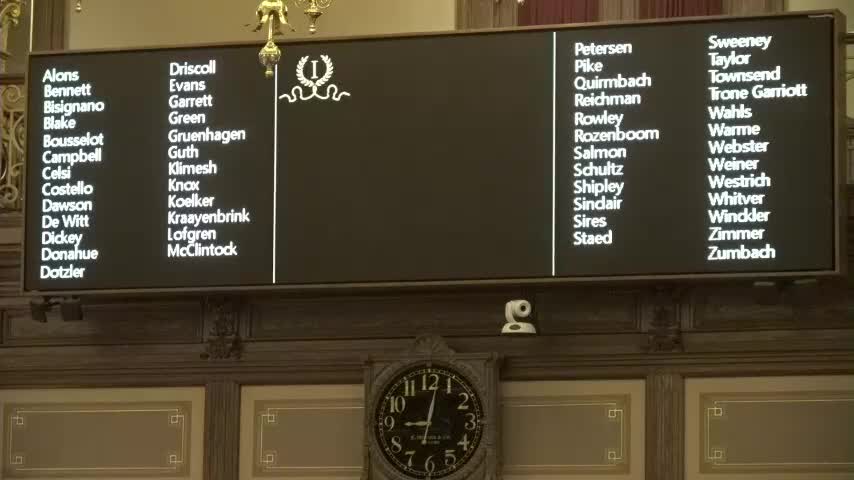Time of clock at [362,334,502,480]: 9:01
